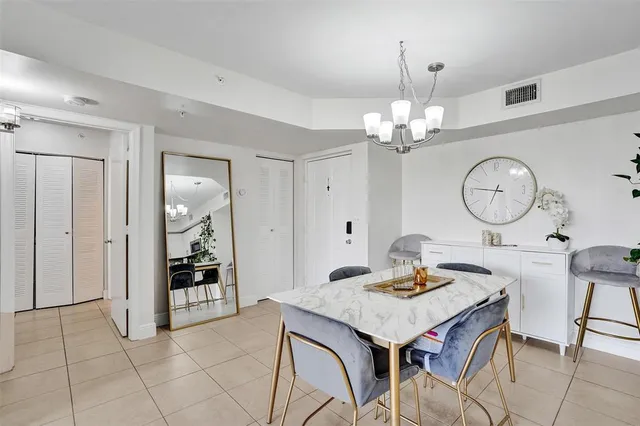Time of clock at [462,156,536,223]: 6:46
